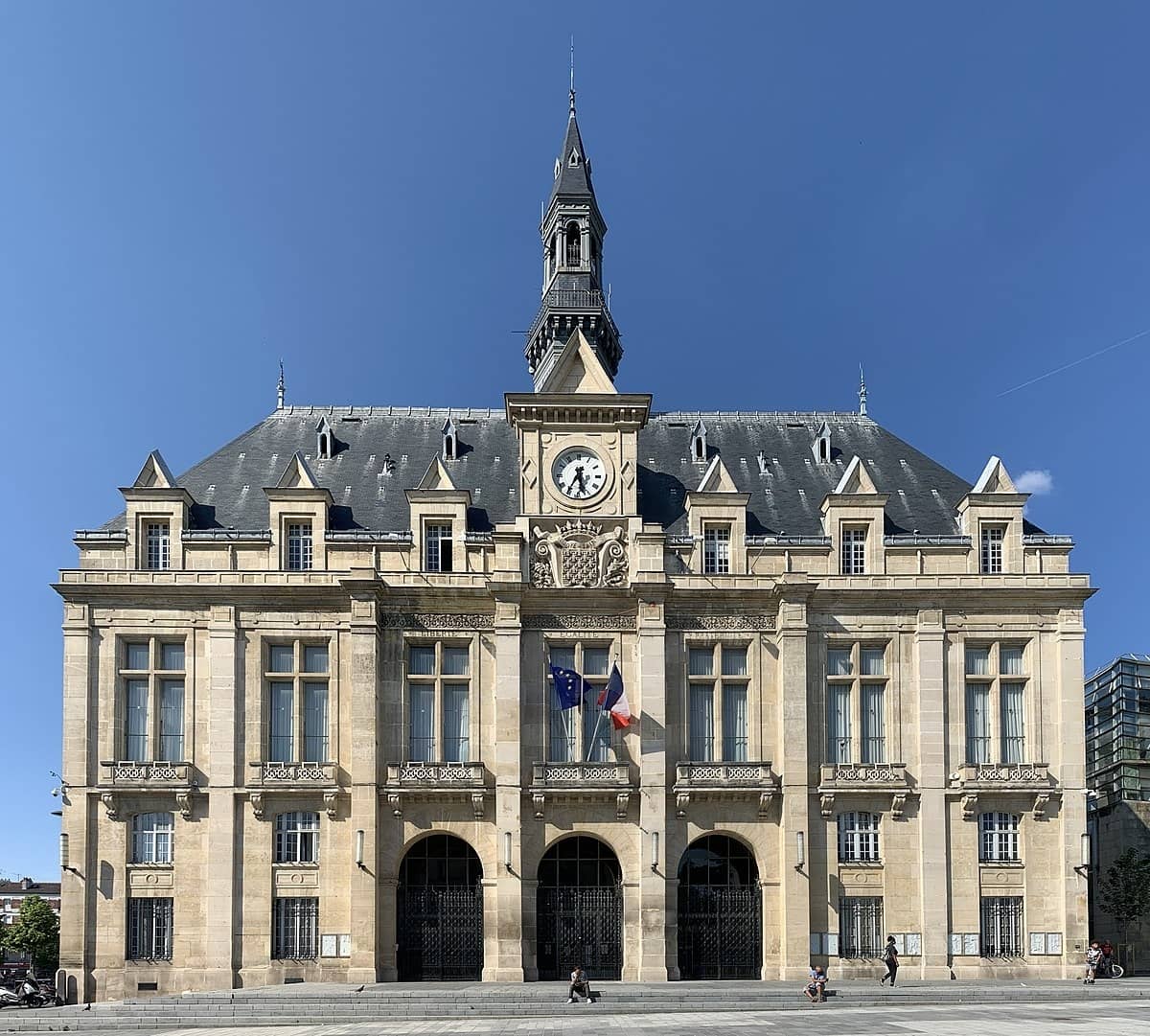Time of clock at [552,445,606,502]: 5:35
